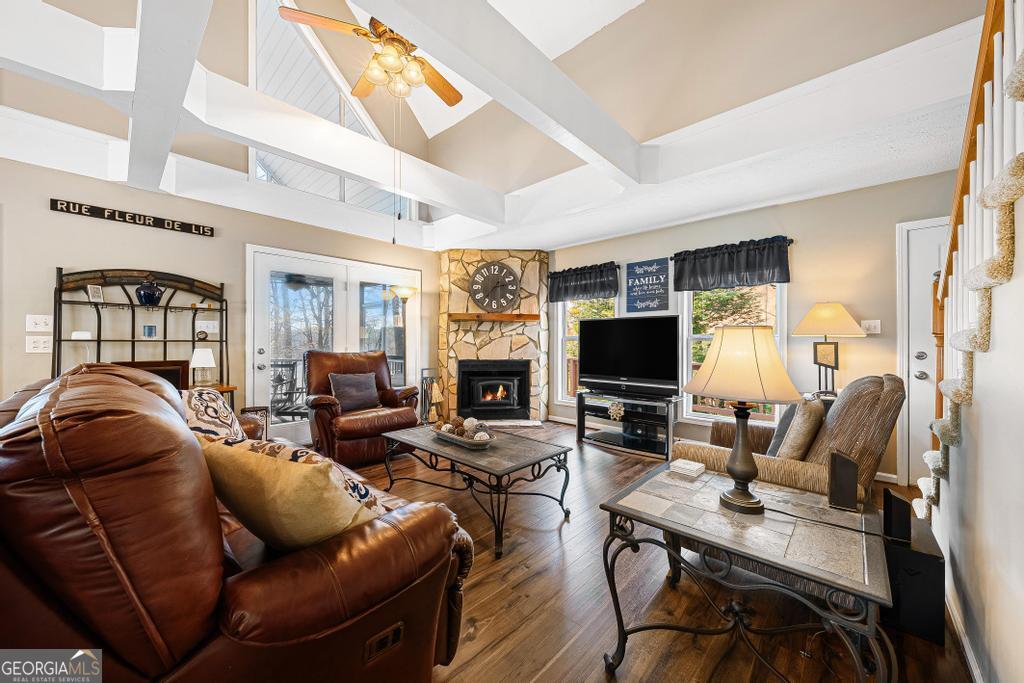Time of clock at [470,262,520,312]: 2:37
